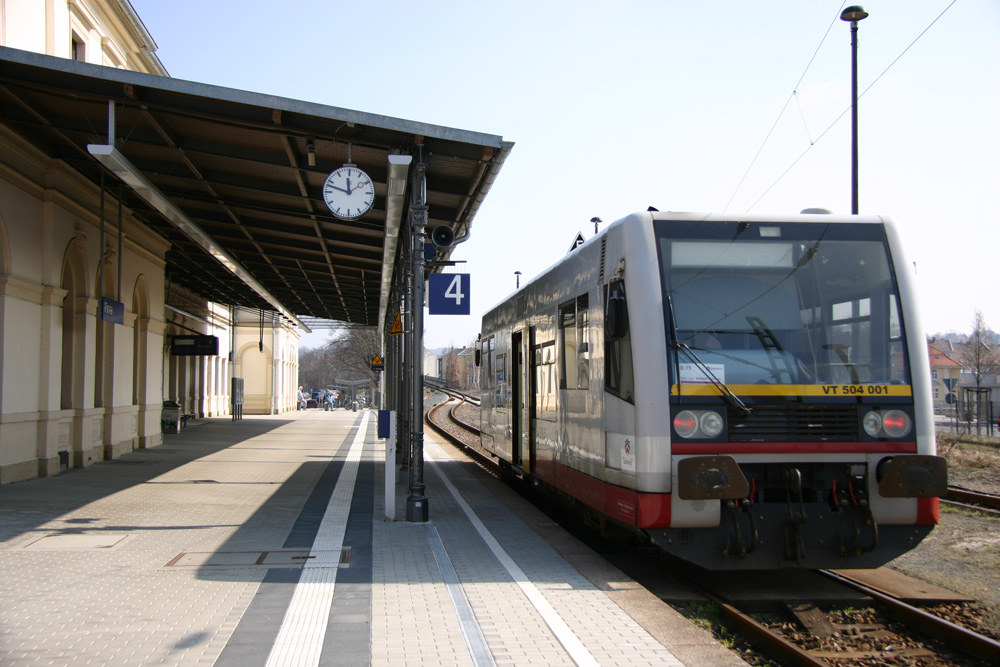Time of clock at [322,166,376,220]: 11:47
